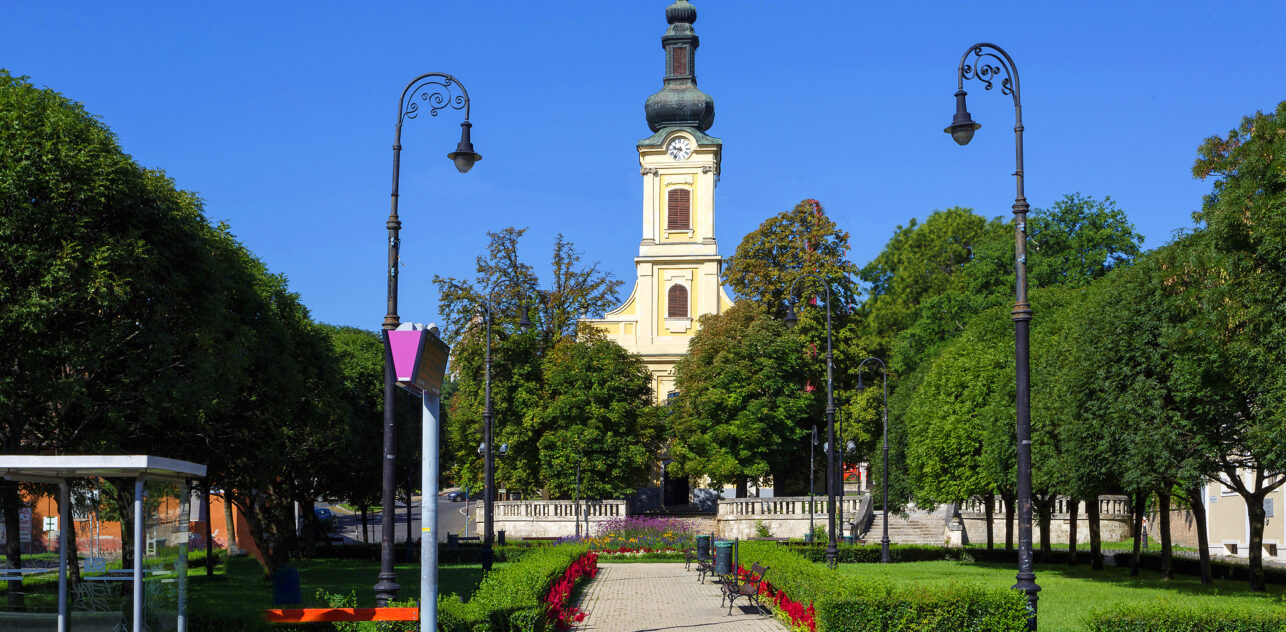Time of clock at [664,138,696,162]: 9:35
